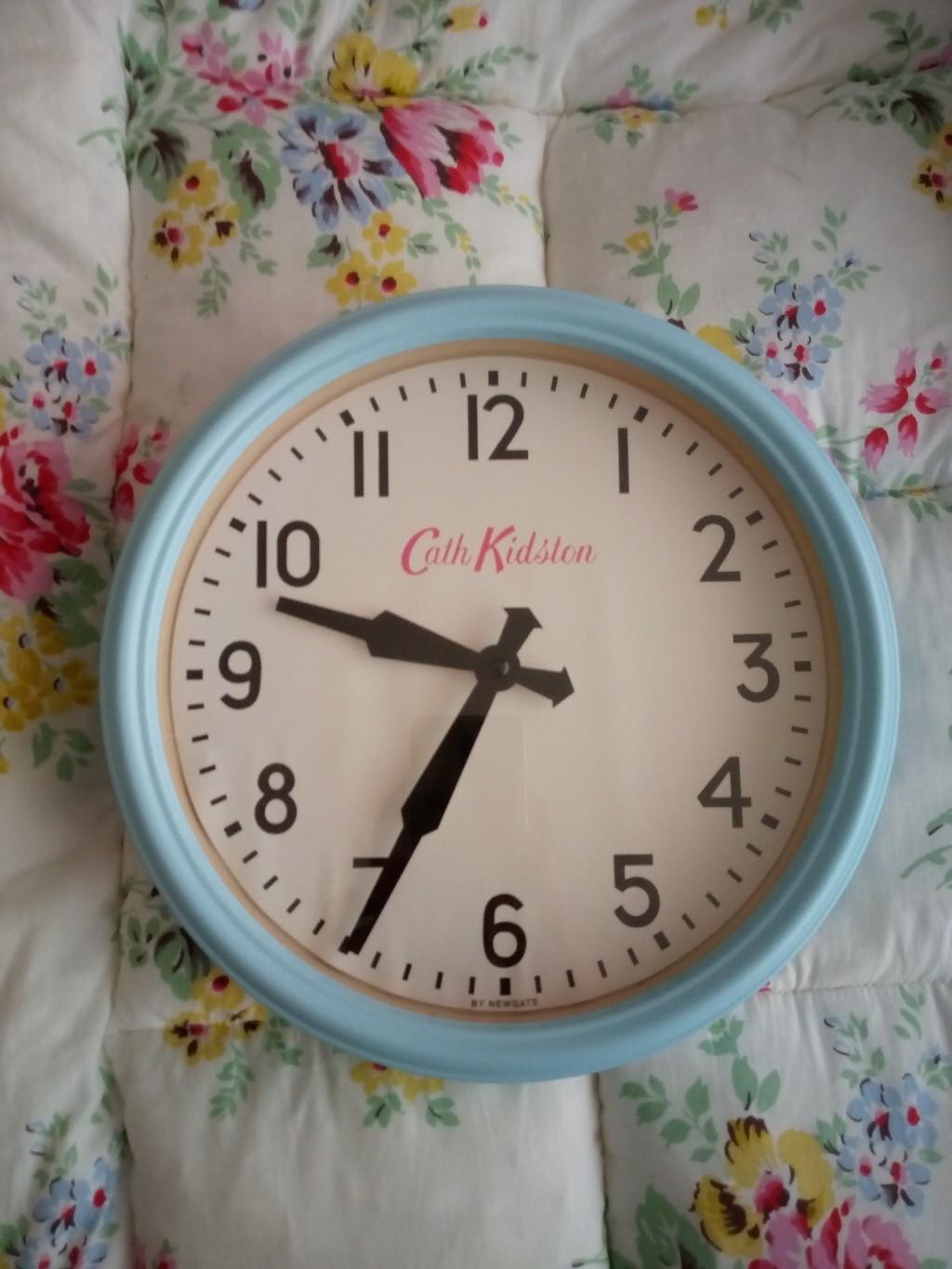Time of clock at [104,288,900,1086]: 9:34
